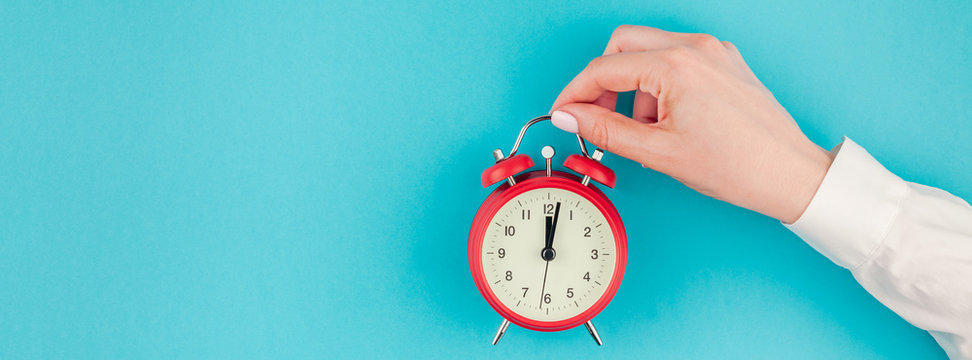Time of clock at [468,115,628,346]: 12:01
